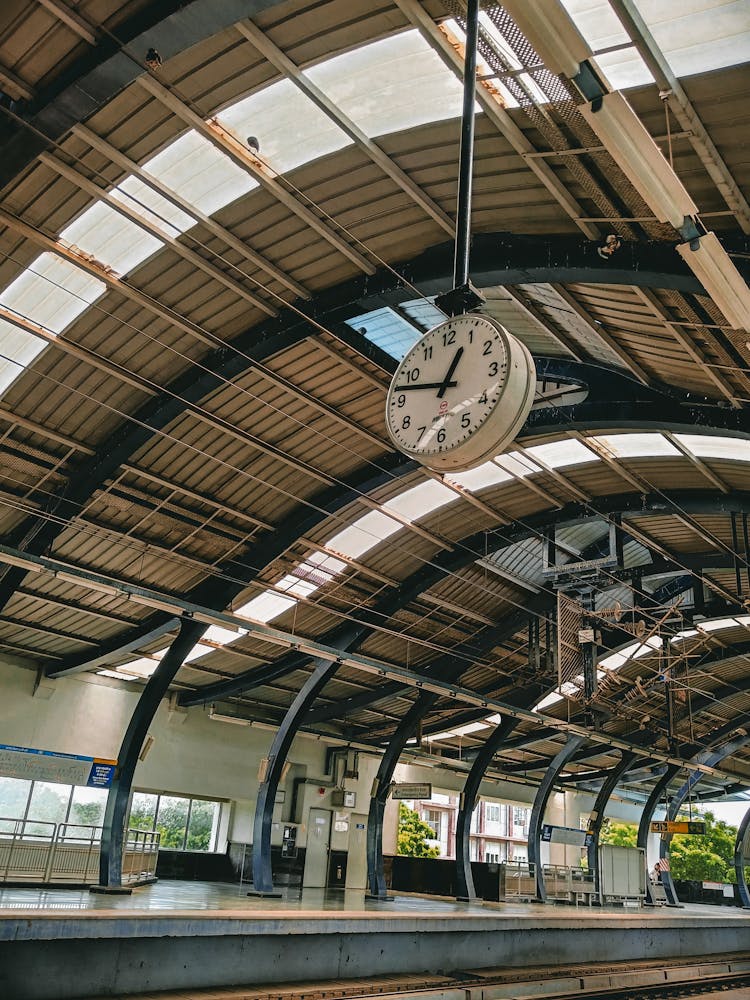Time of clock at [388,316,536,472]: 12:47
